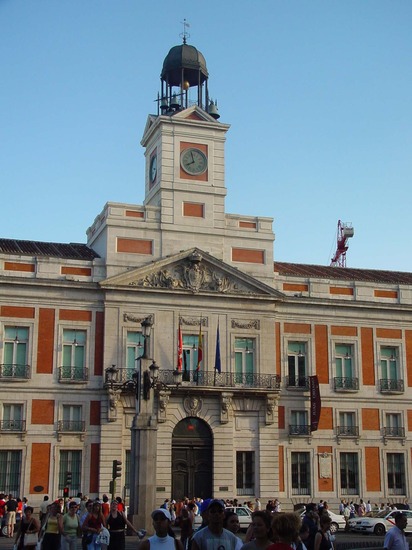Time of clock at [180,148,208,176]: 7:57
